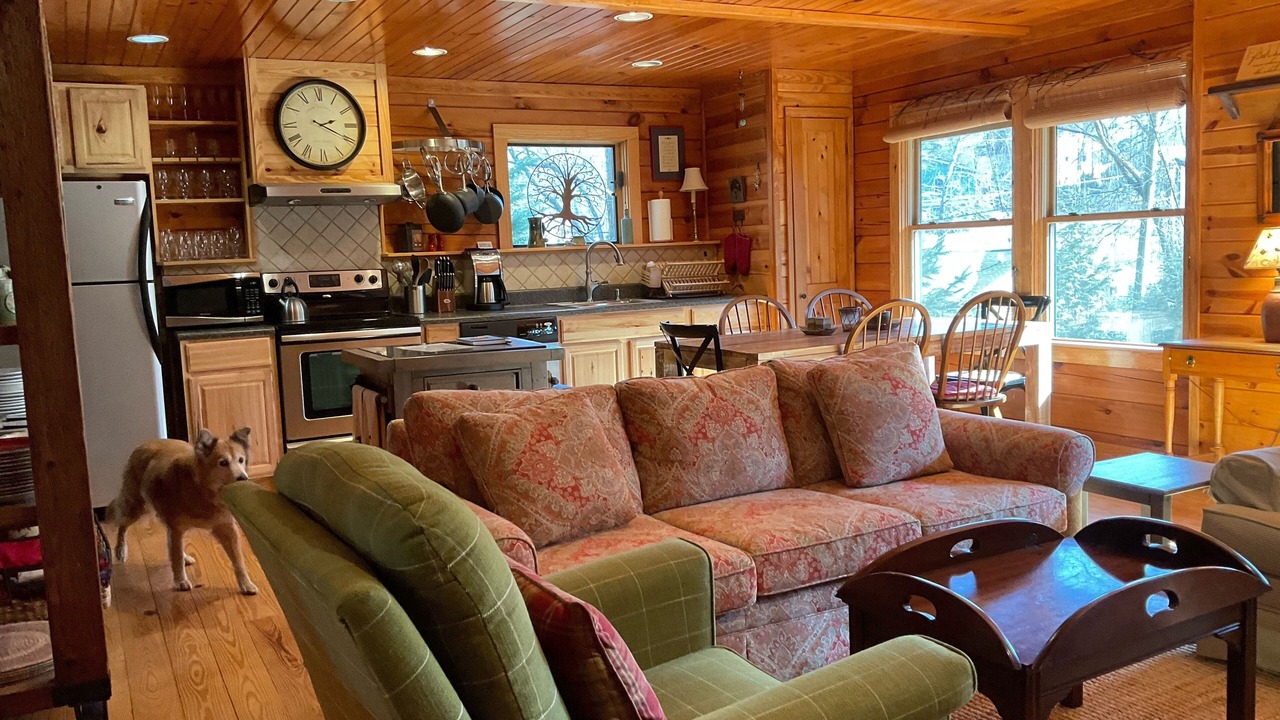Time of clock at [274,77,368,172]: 2:19
